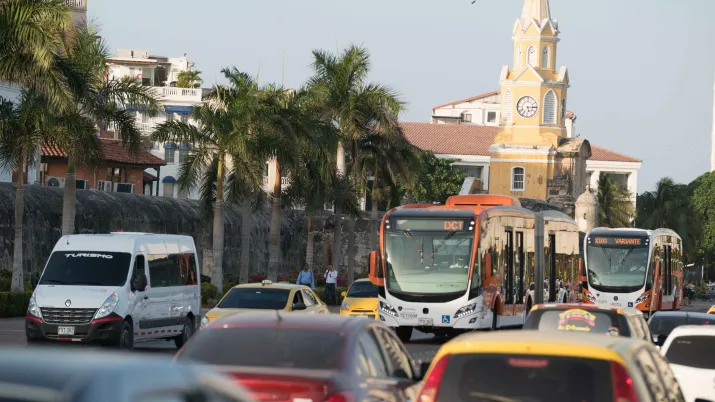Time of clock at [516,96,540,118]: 5:14
